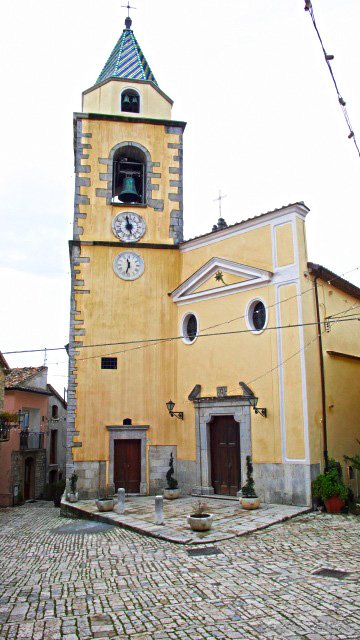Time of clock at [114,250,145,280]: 11:32
